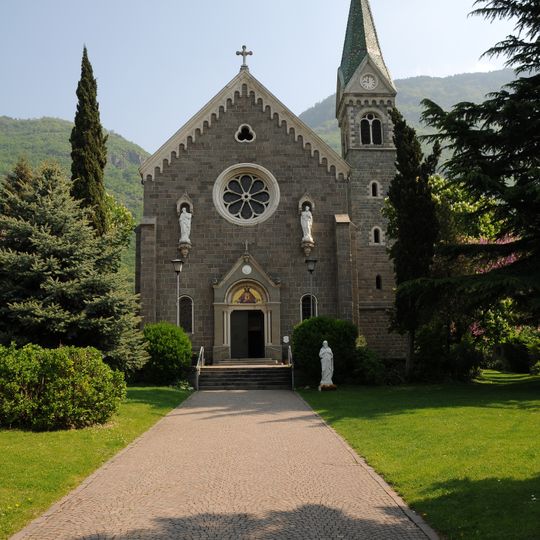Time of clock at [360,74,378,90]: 11:46
